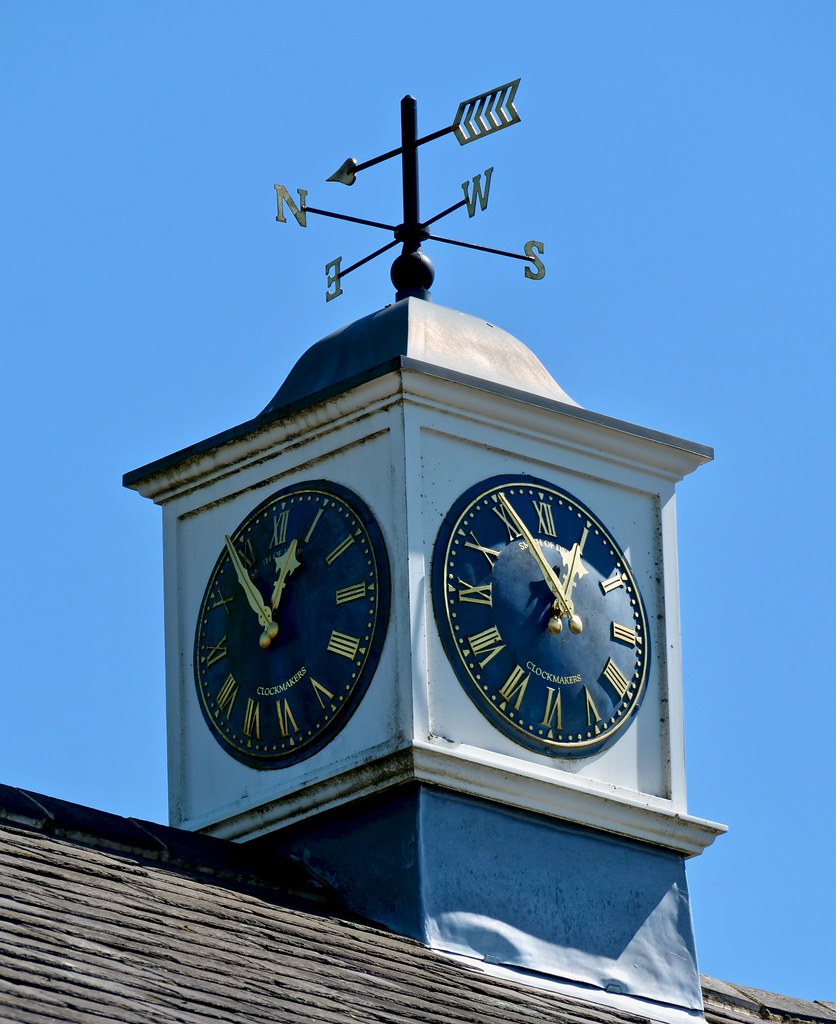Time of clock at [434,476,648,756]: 12:55
